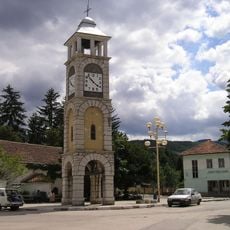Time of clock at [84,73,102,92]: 10:21
